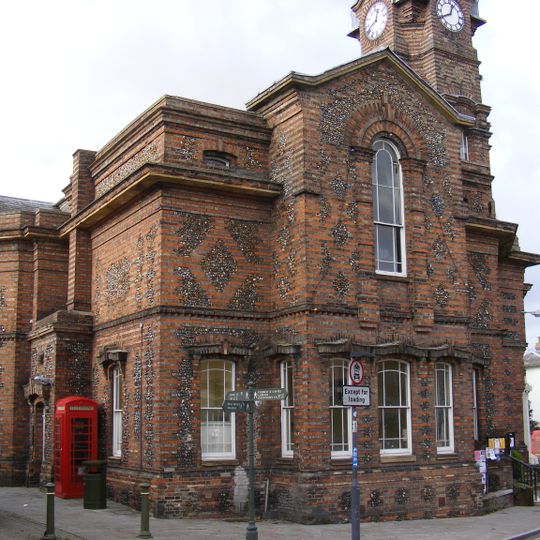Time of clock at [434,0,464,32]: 12:40
